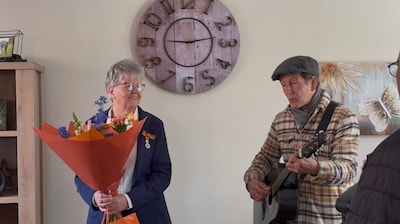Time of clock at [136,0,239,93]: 9:13
